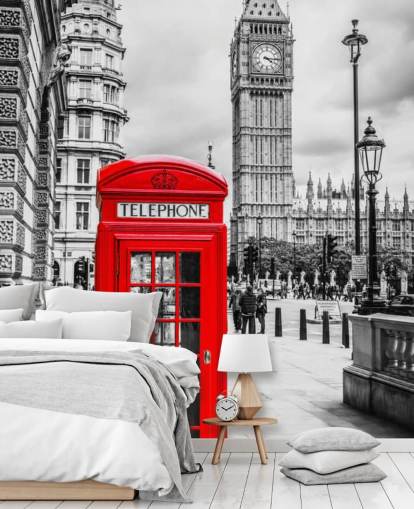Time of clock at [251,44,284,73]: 4:15
